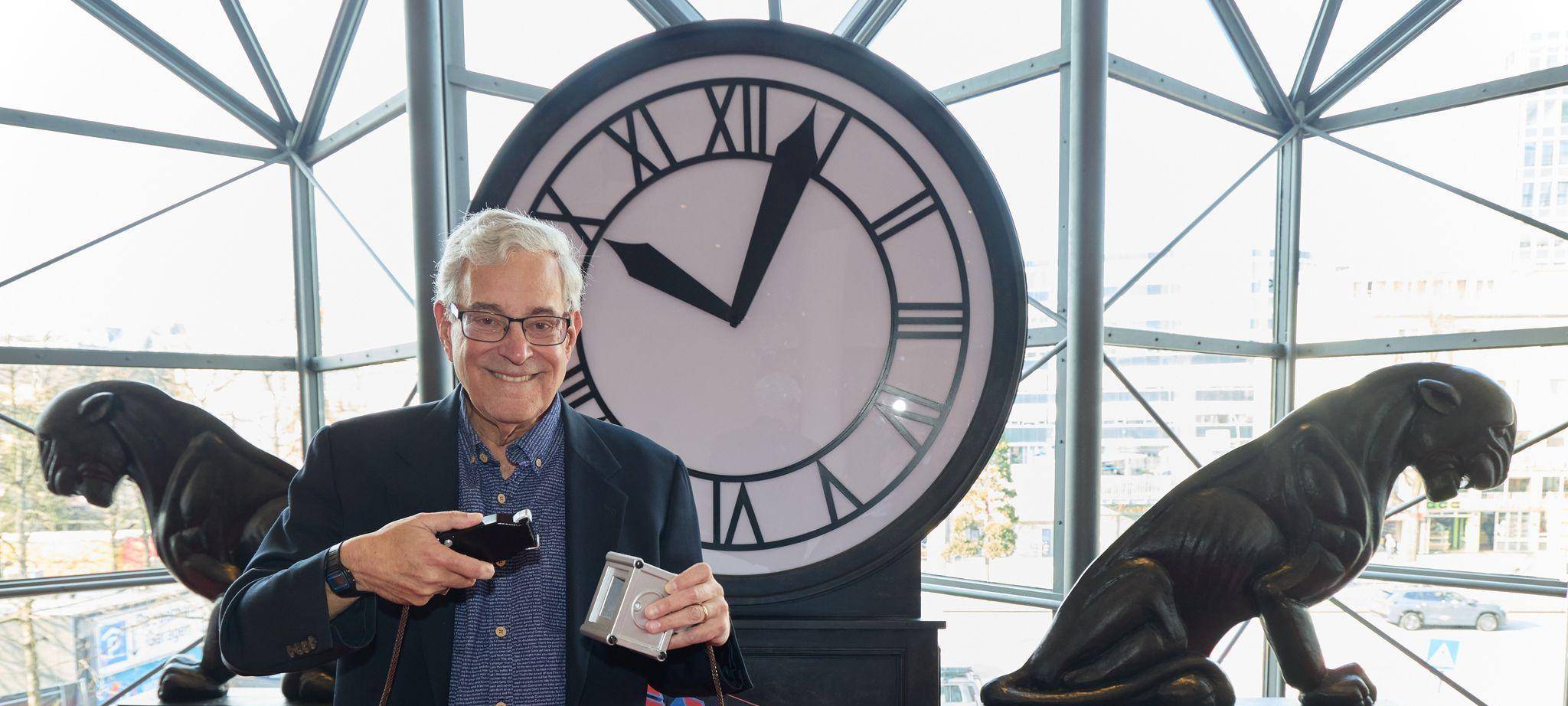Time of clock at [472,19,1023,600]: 10:03
